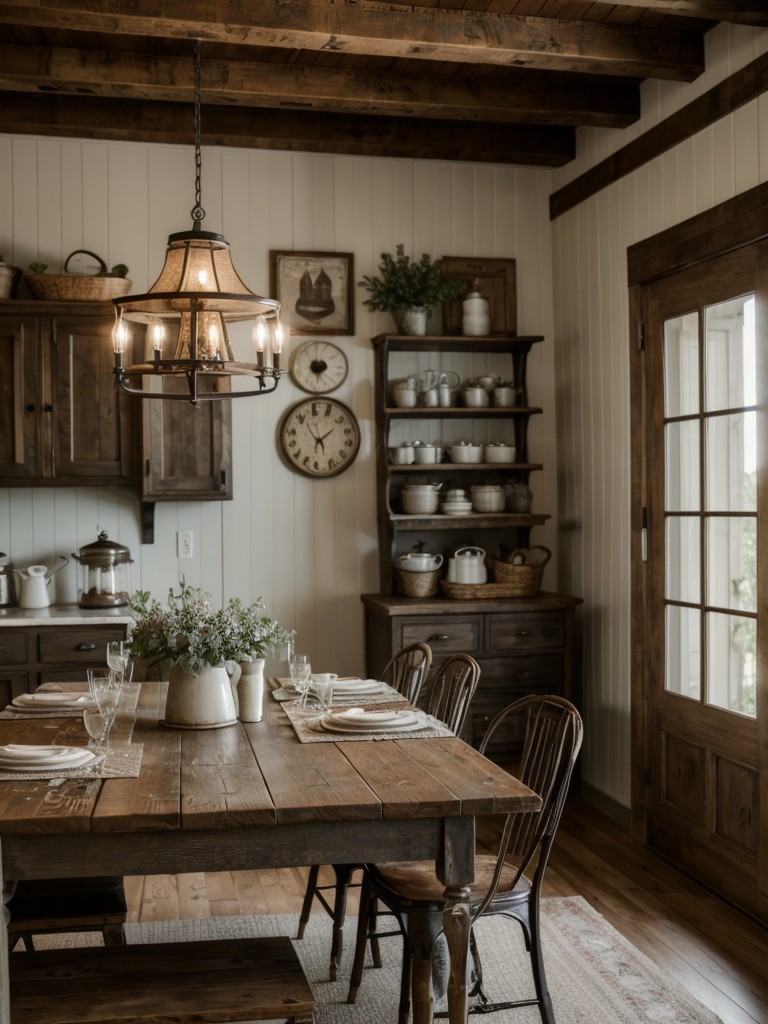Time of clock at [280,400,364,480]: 1:56
